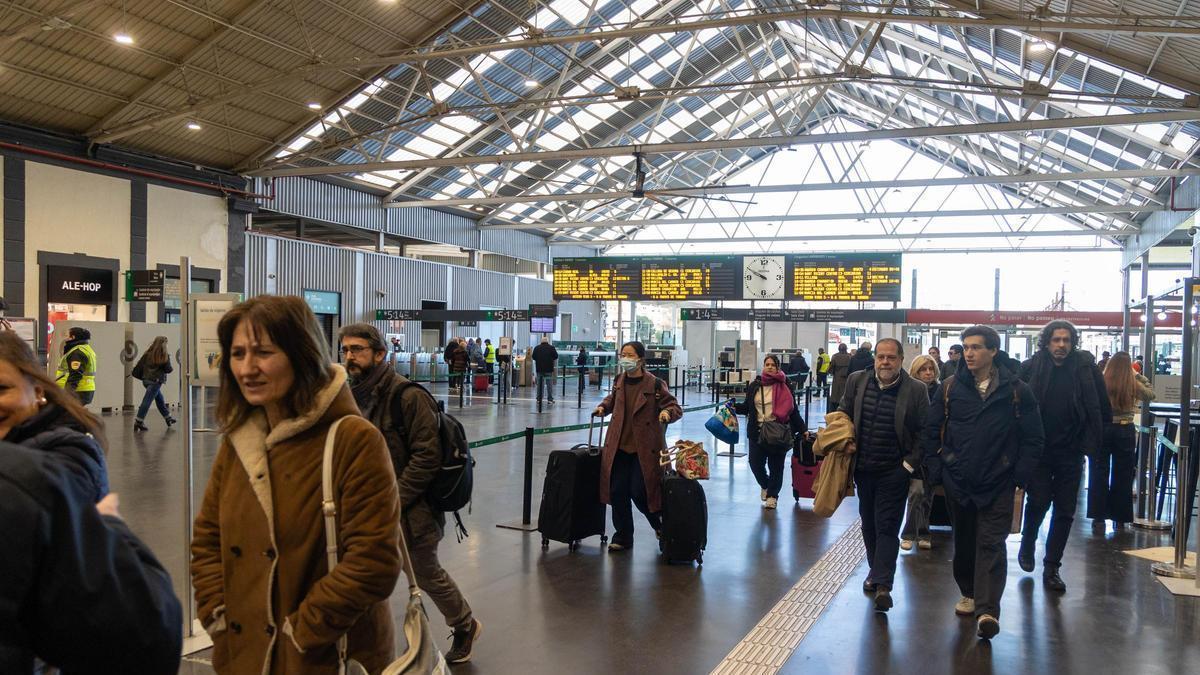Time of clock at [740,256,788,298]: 9:49
